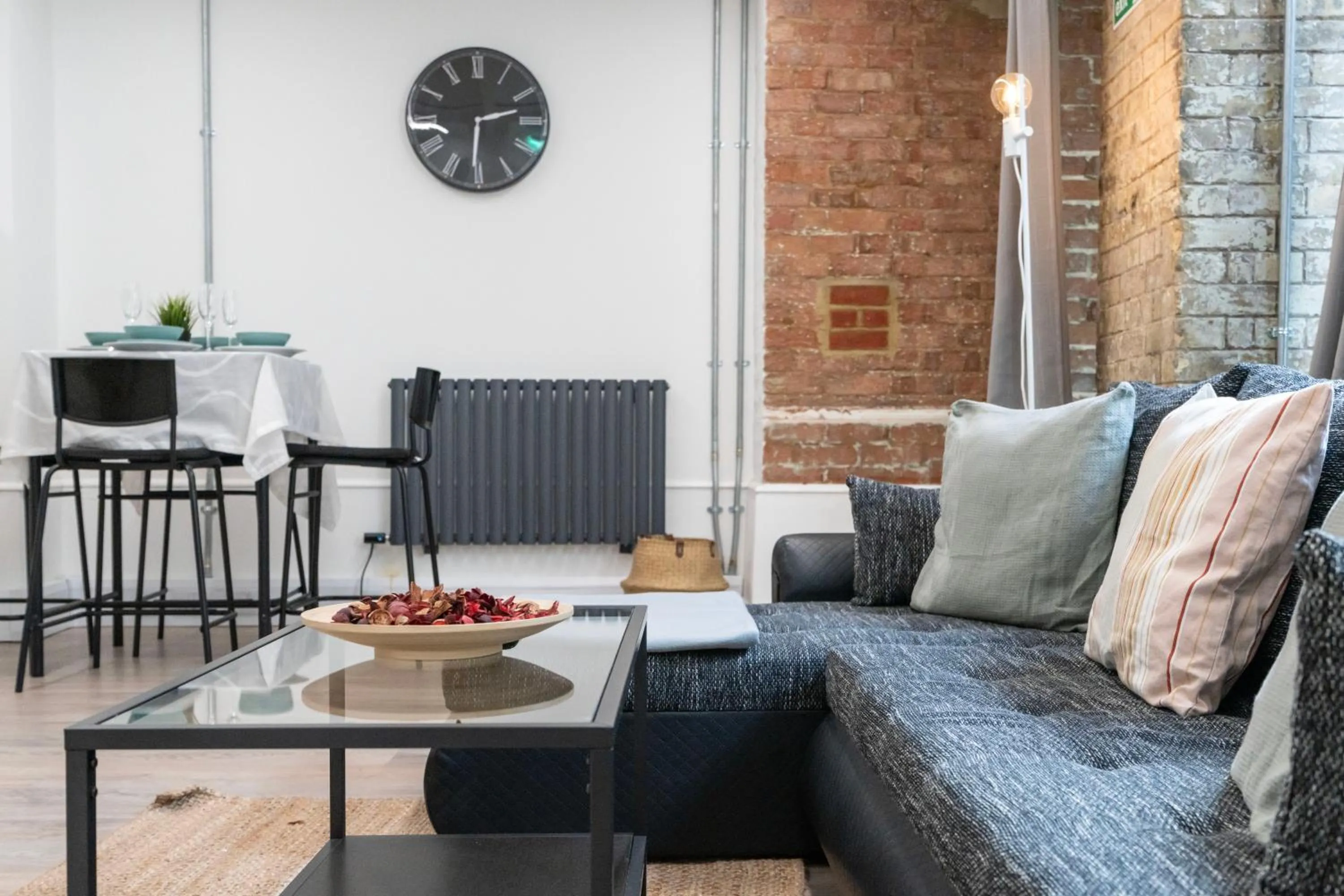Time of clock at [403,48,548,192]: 2:30
